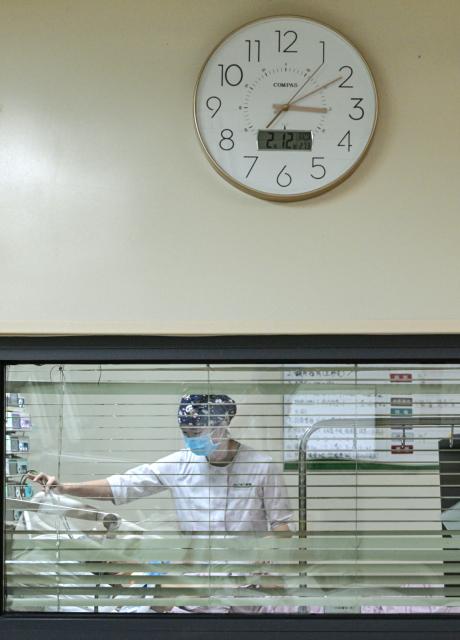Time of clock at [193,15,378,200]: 3:09
